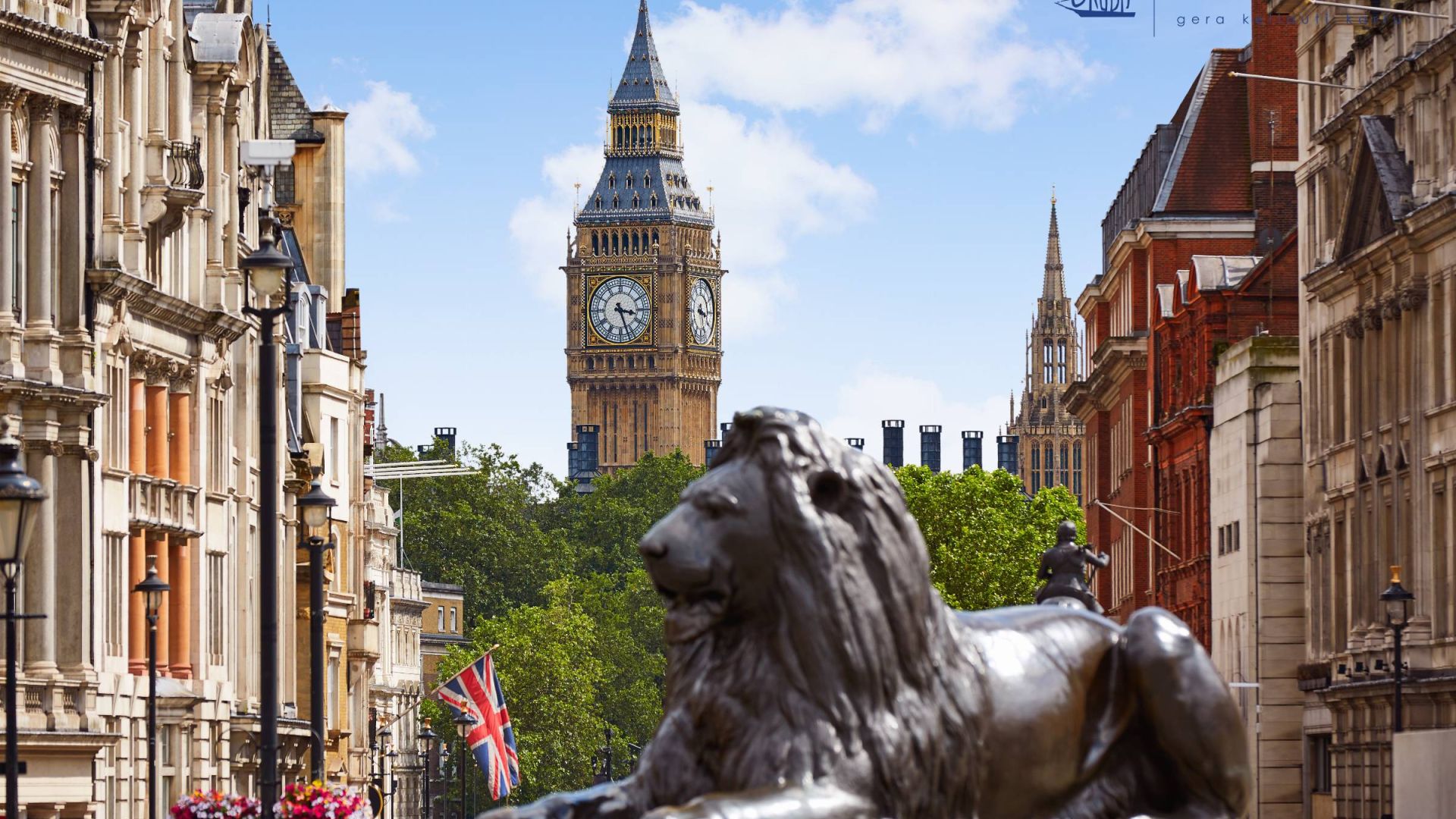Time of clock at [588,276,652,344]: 3:26
